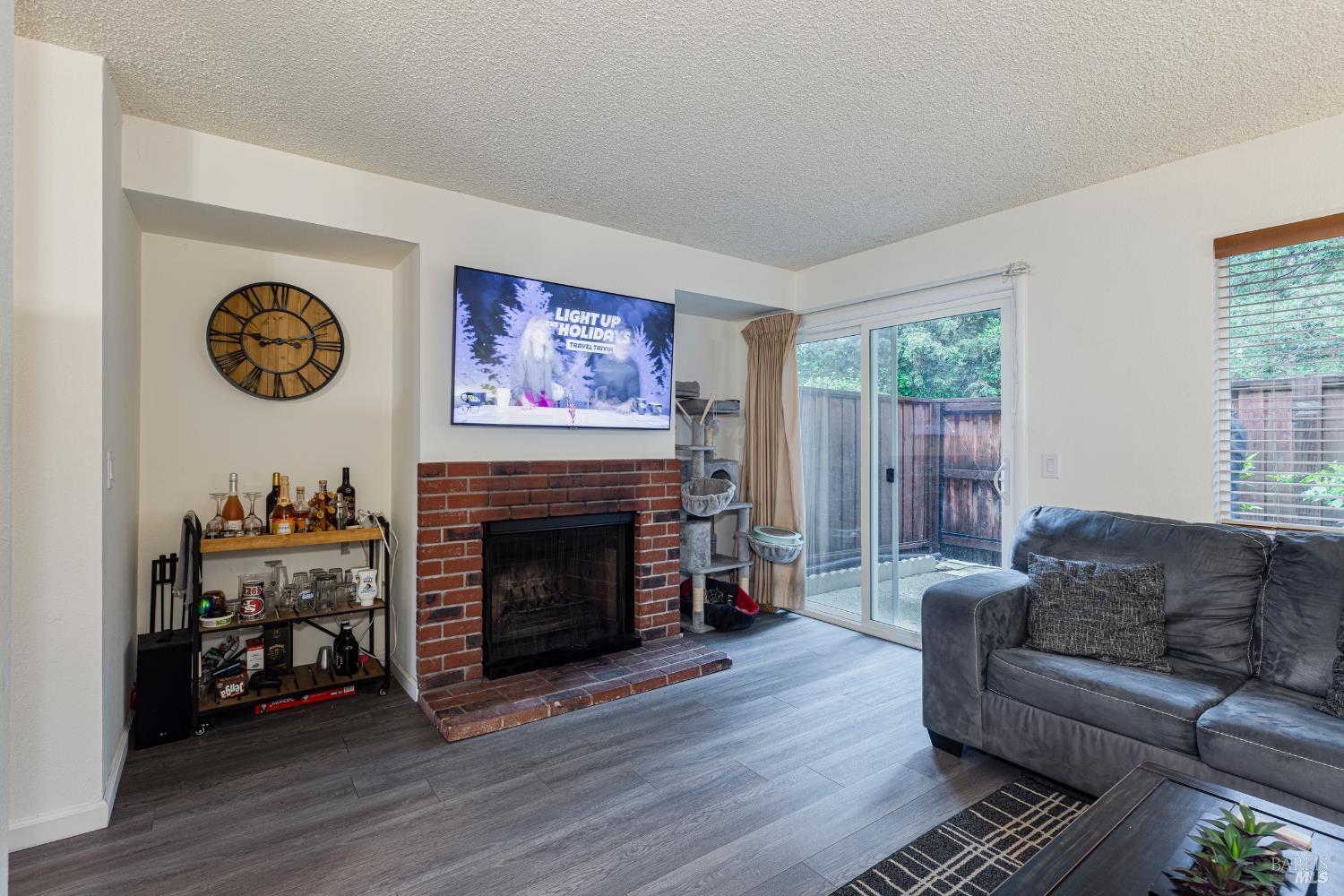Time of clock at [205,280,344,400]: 9:12
